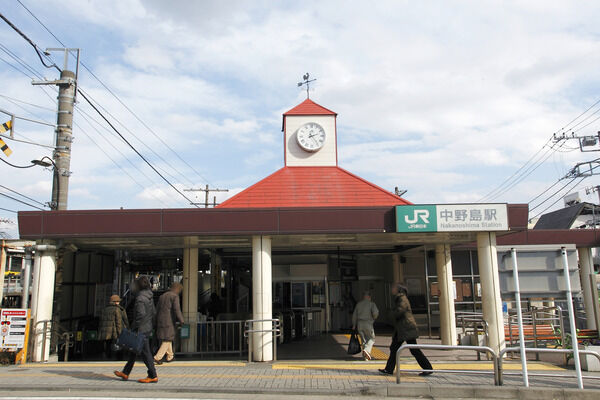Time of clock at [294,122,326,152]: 2:24
